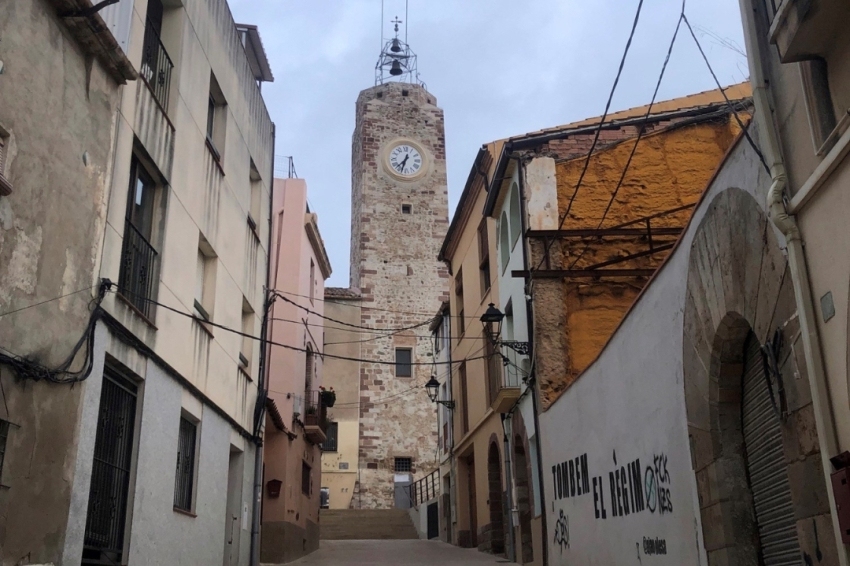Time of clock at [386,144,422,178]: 7:33
